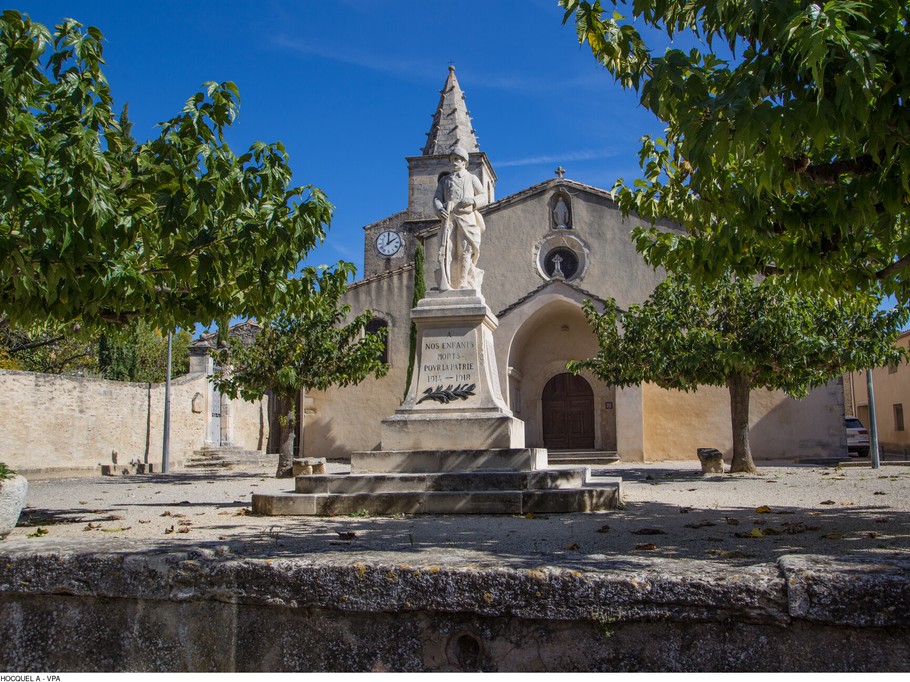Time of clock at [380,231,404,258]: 2:00
